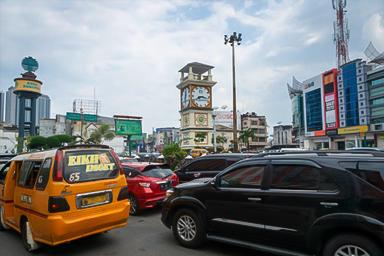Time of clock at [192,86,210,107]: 8:16
